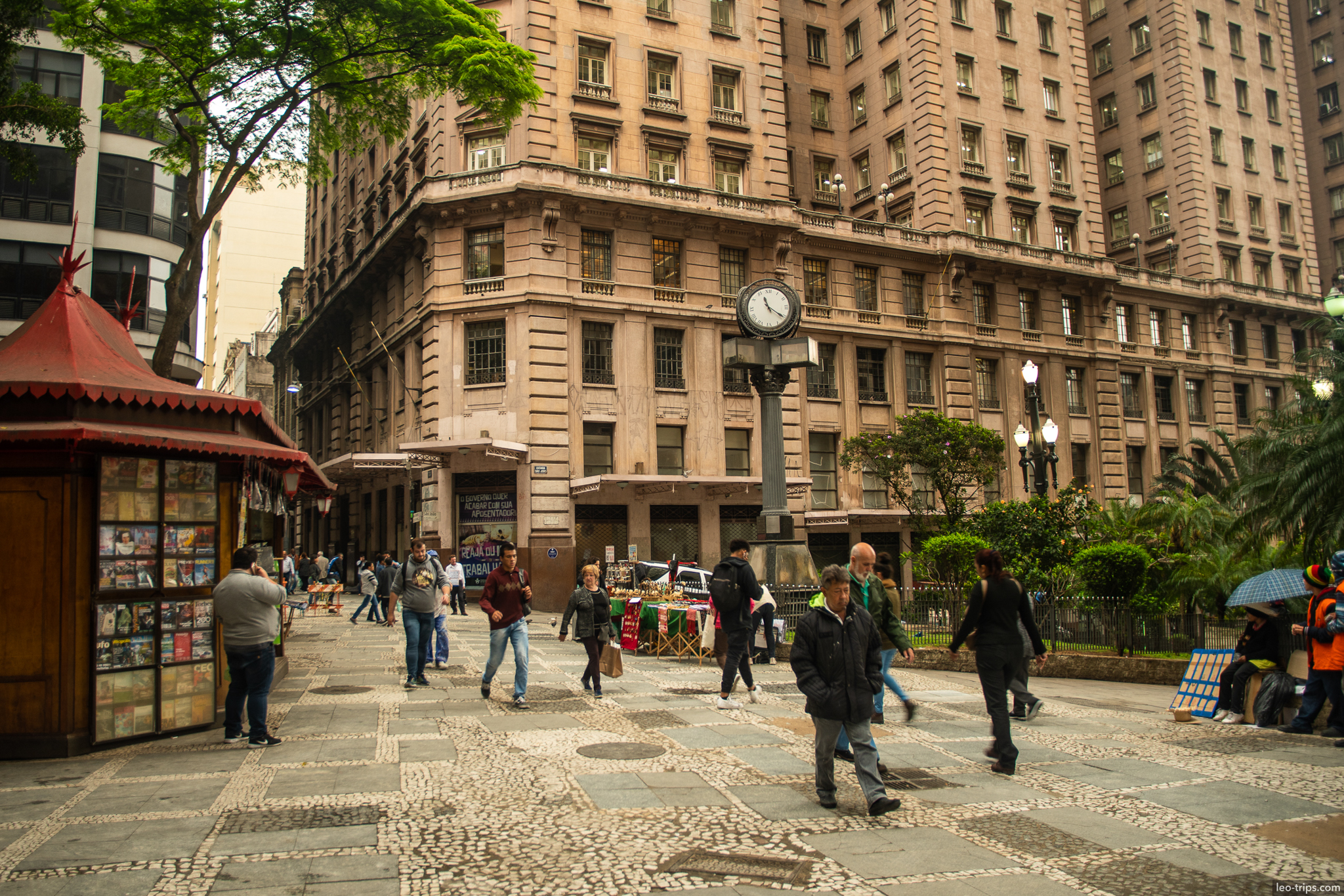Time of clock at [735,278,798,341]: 11:20
